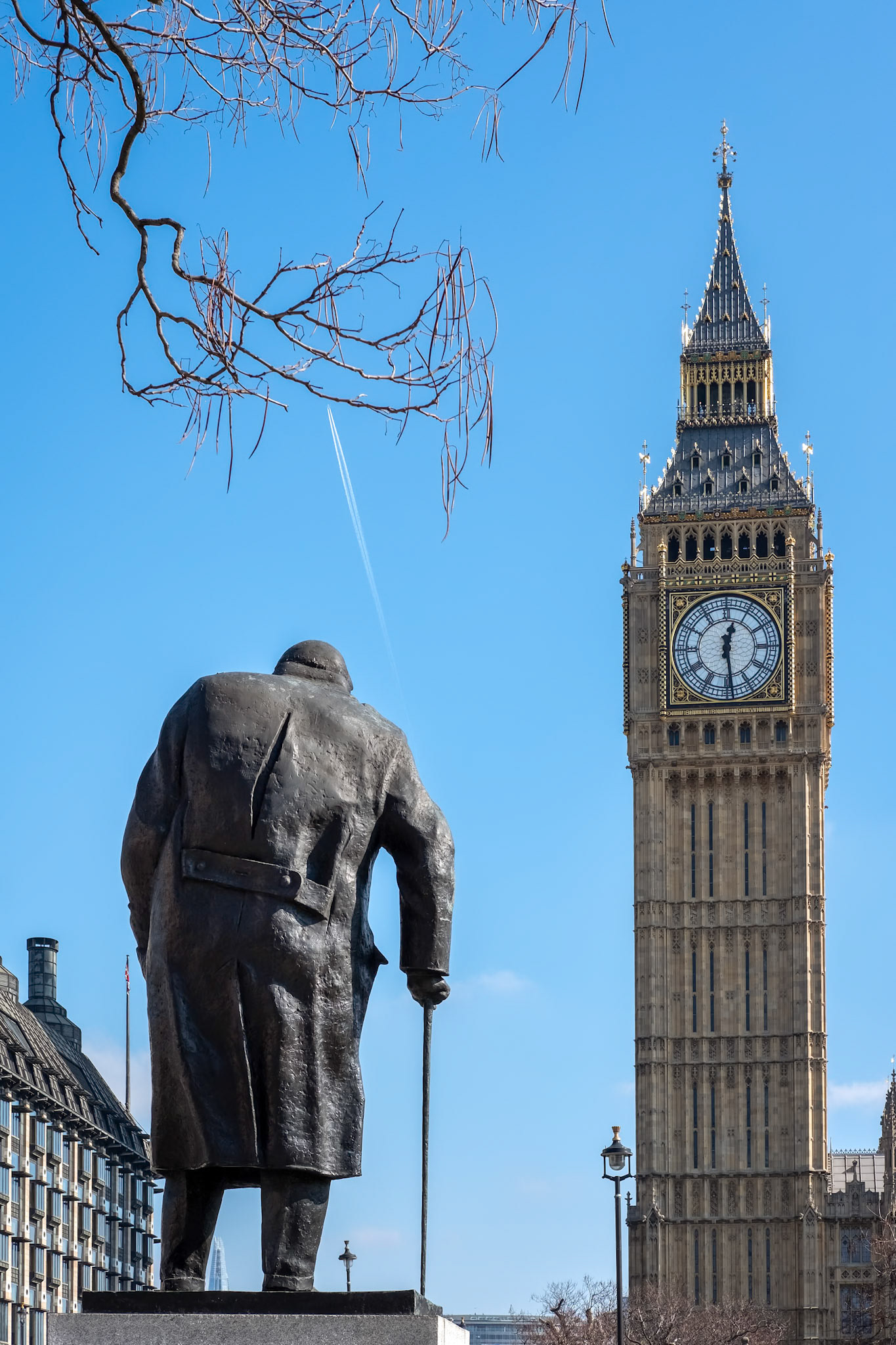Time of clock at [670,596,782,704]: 12:28
